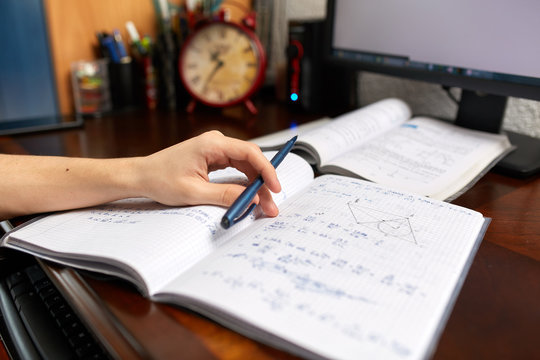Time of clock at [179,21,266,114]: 10:36
